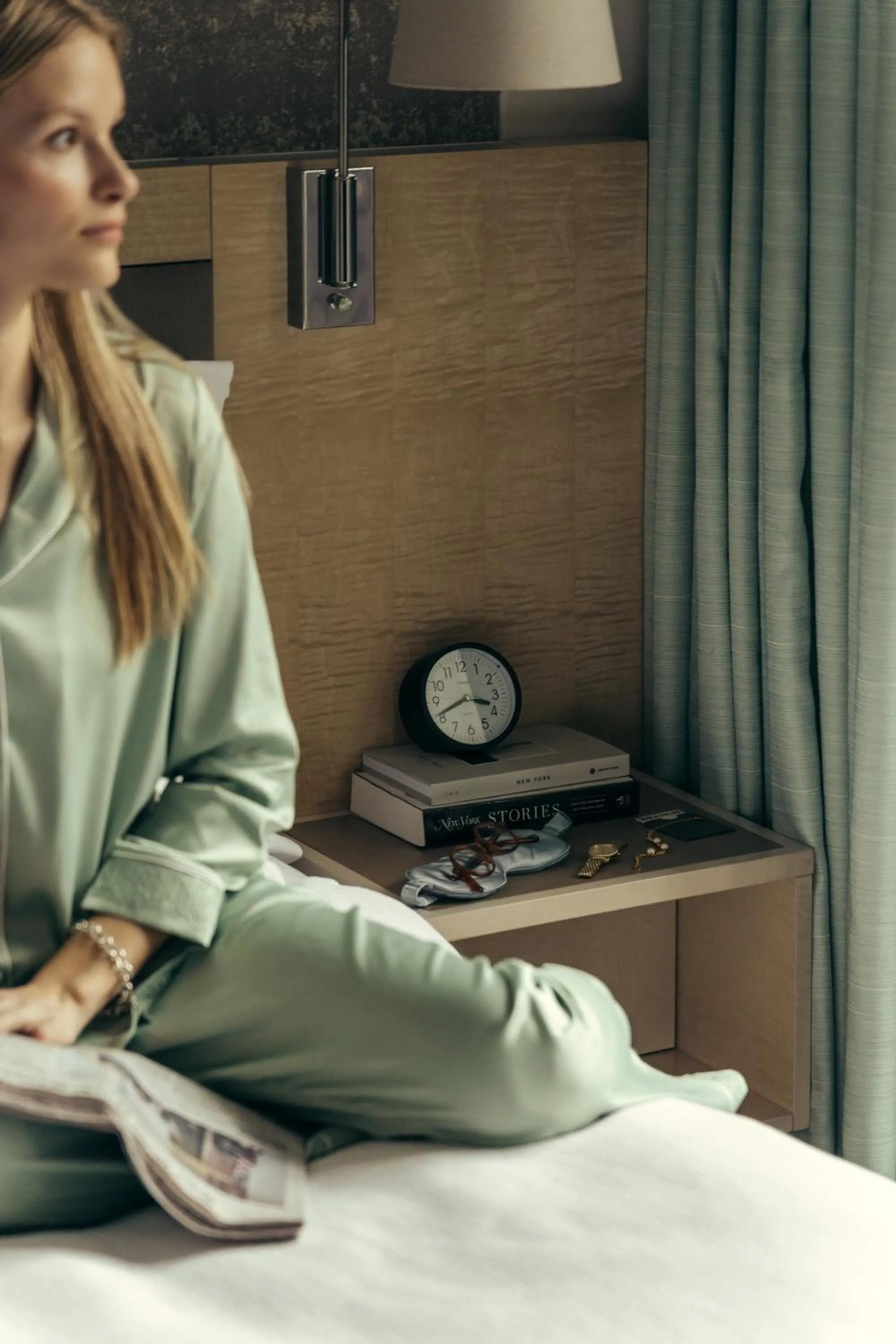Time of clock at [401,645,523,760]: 3:41
